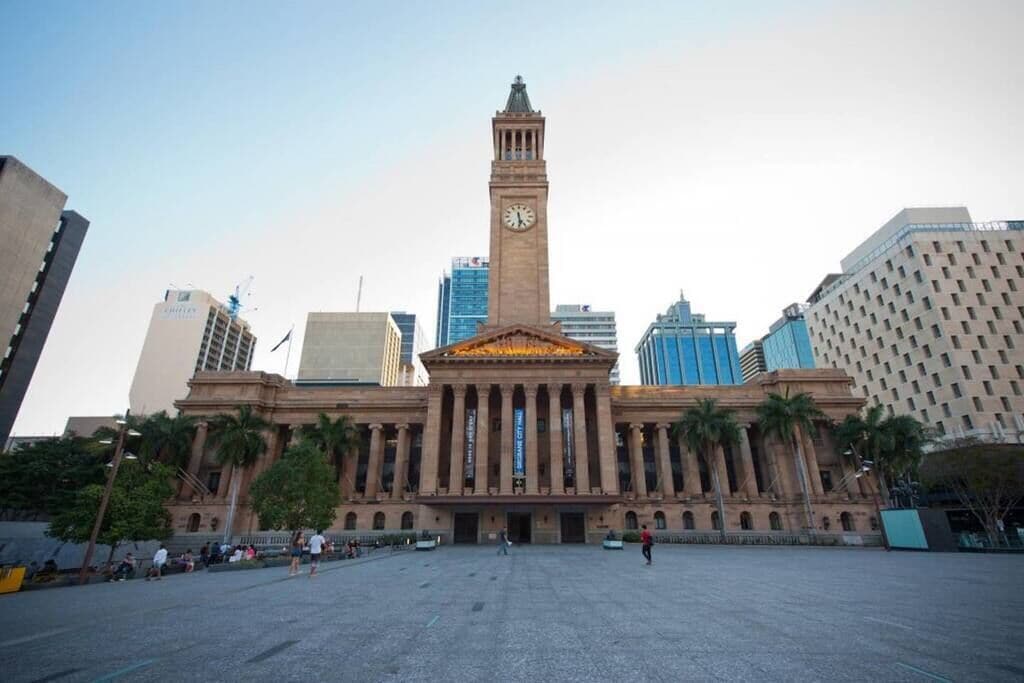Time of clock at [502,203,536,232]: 5:29
